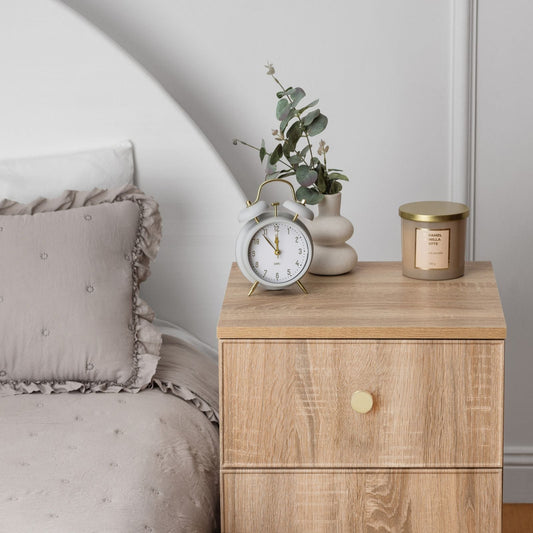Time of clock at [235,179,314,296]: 11:53
